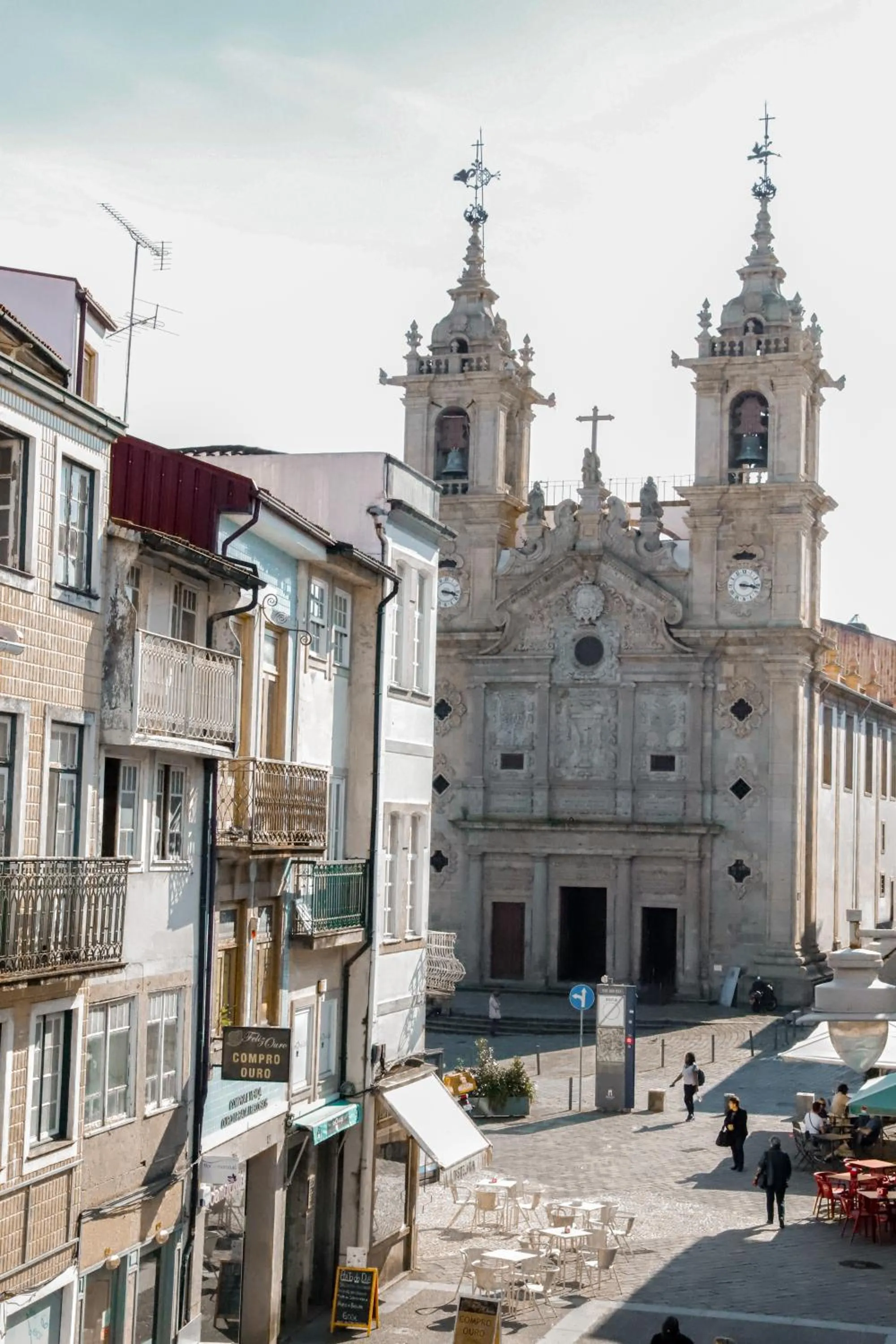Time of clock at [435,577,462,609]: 3:17
